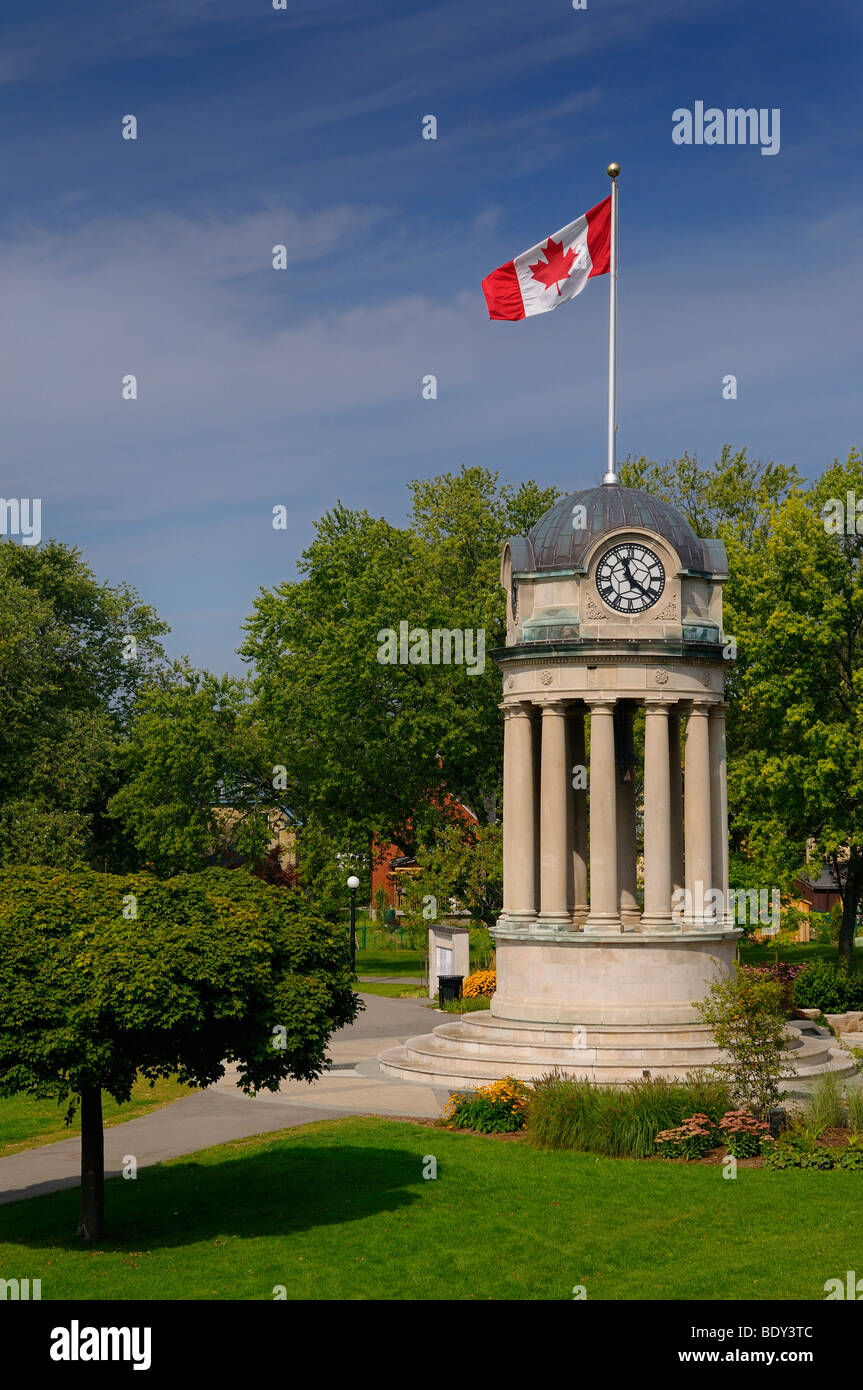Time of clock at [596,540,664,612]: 11:21
